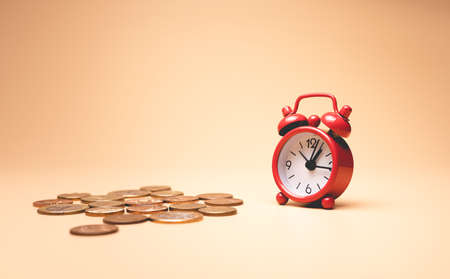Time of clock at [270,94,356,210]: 1:16
